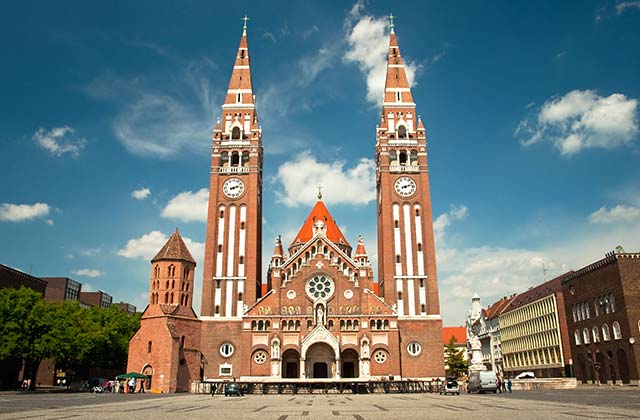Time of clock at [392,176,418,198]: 2:11
